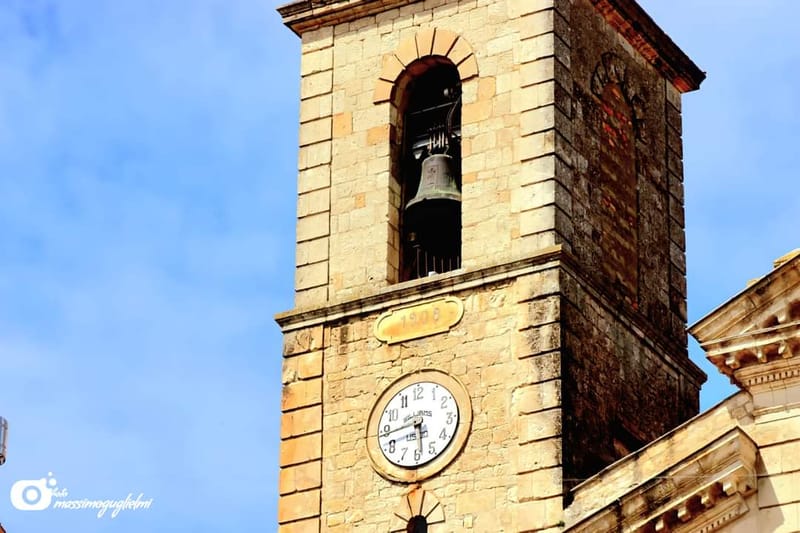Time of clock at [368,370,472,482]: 5:42
